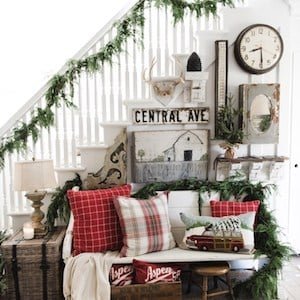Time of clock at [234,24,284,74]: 8:29
